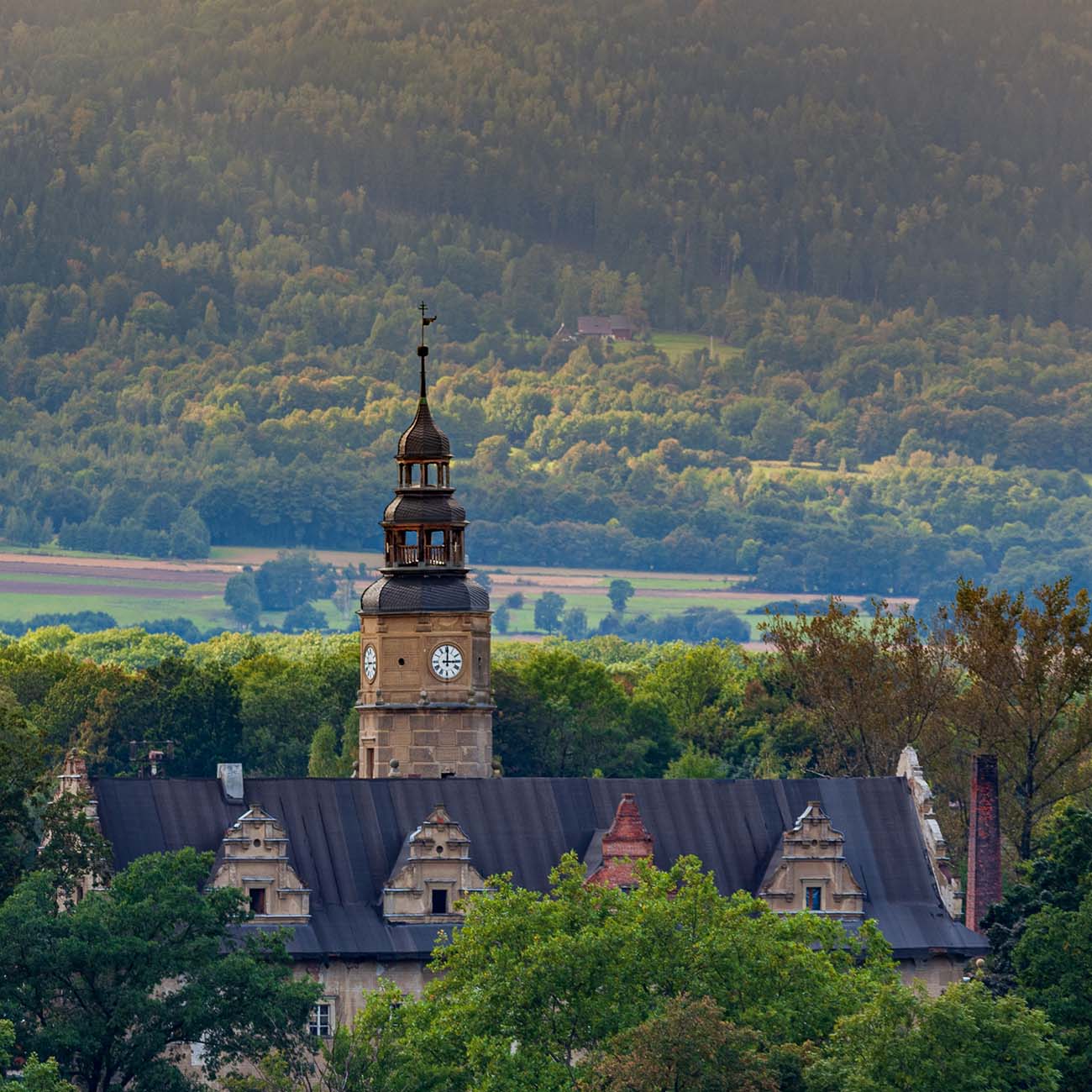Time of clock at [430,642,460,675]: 3:00
